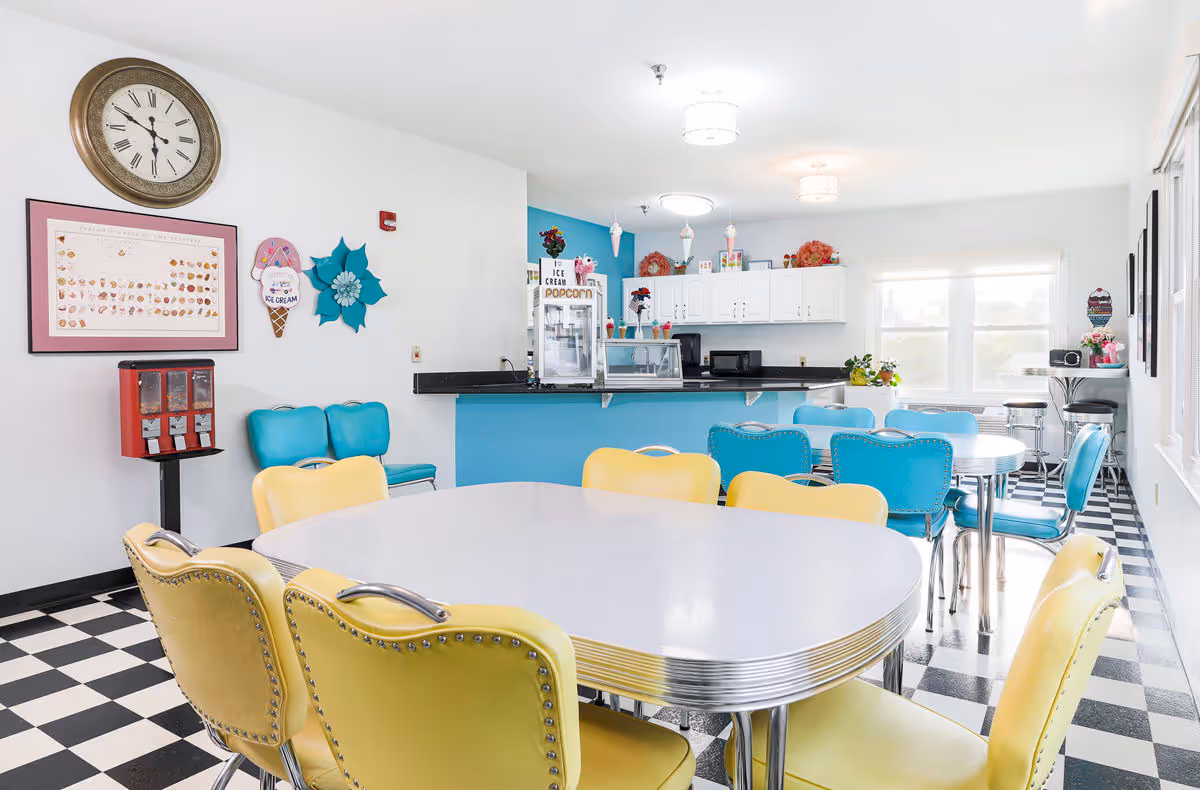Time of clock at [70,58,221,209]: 5:49
